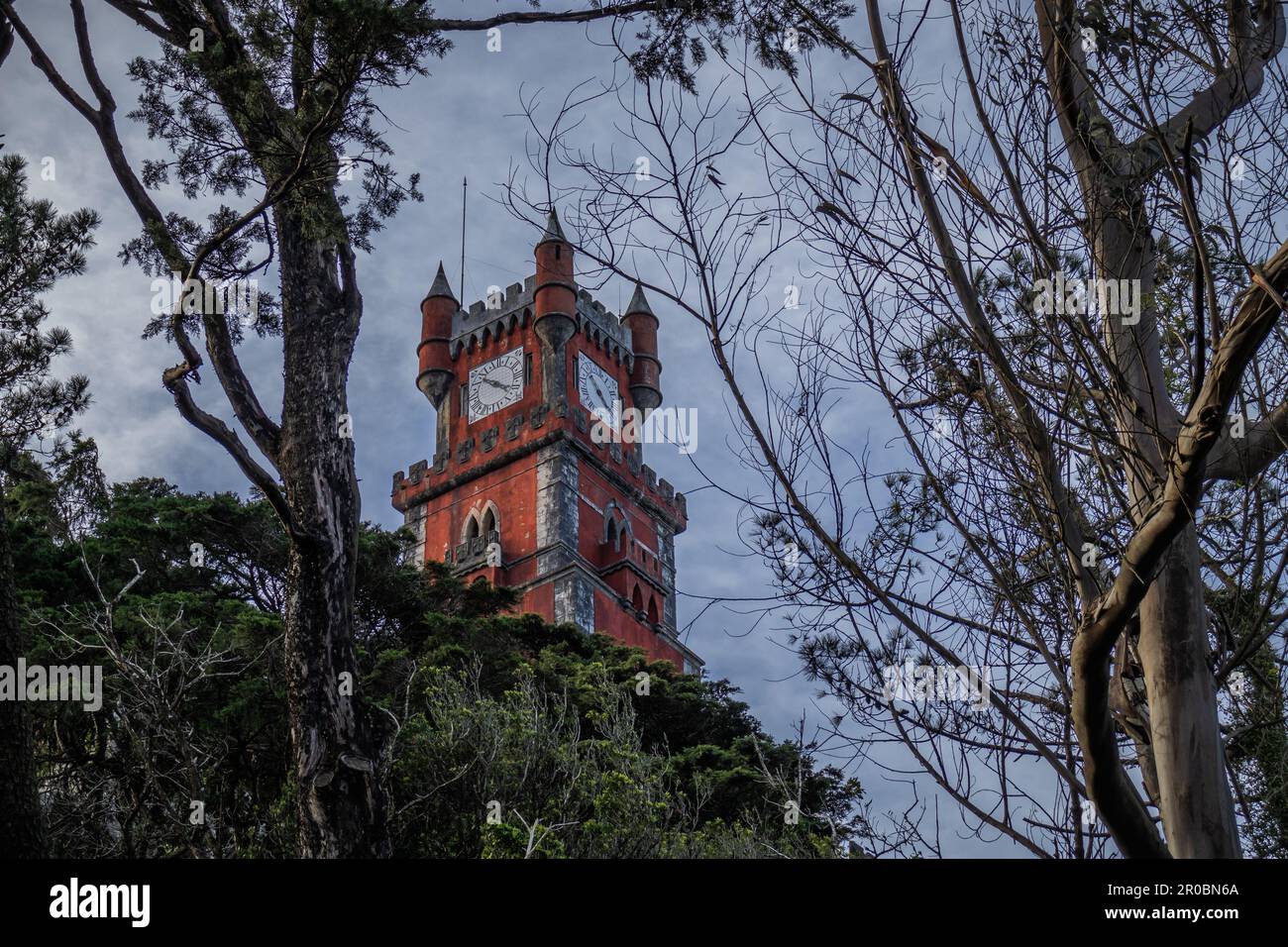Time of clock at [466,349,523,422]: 4:20
